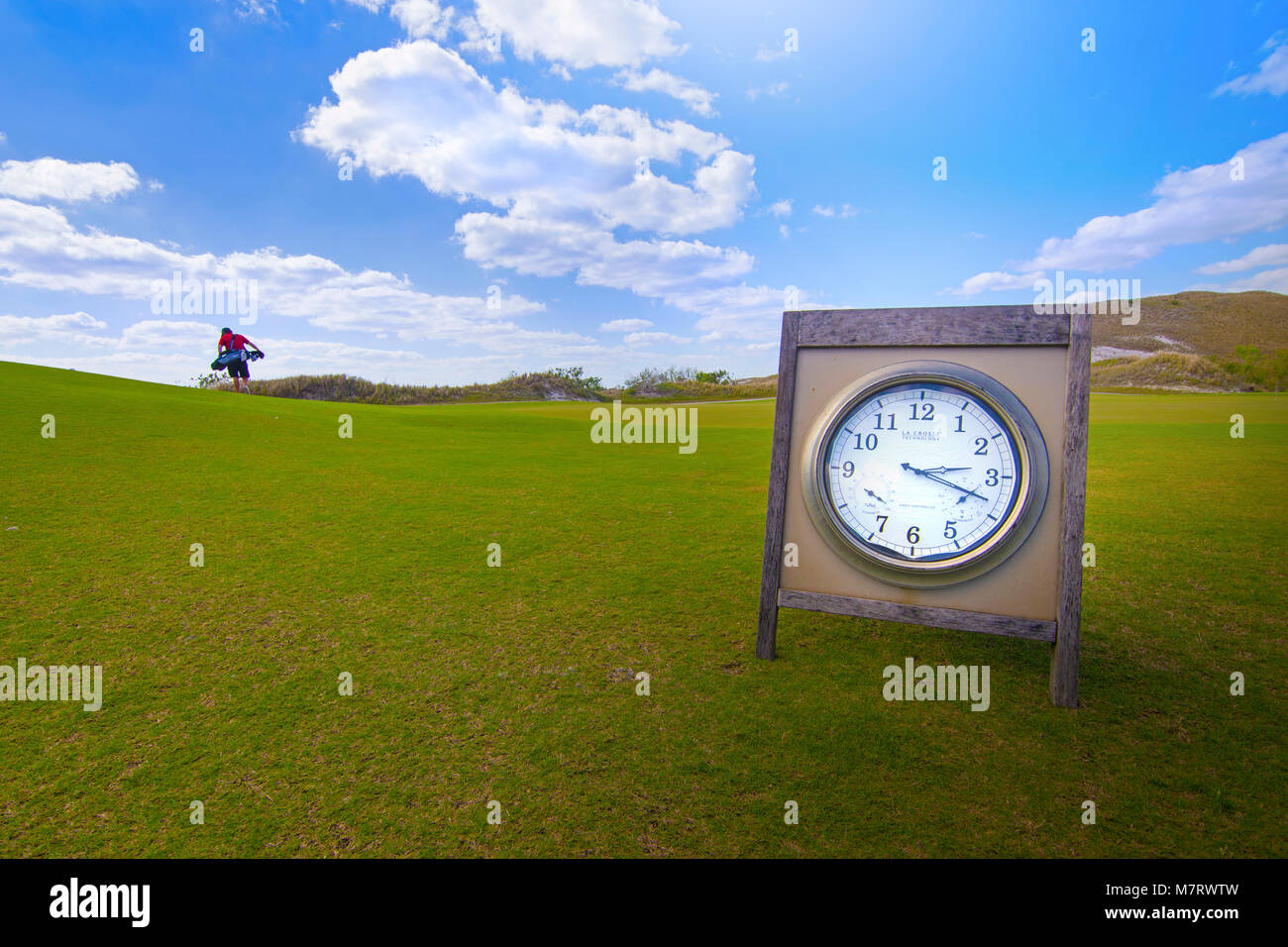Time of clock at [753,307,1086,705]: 3:18
